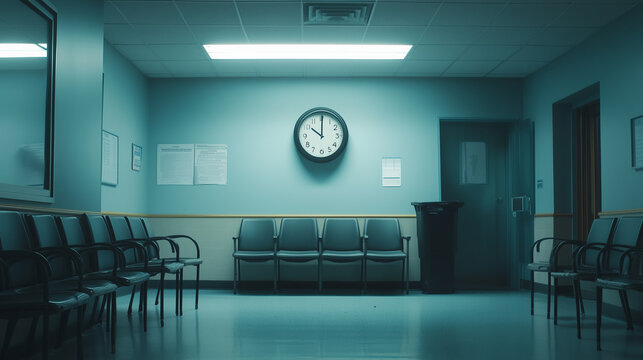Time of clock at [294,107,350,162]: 10:00
